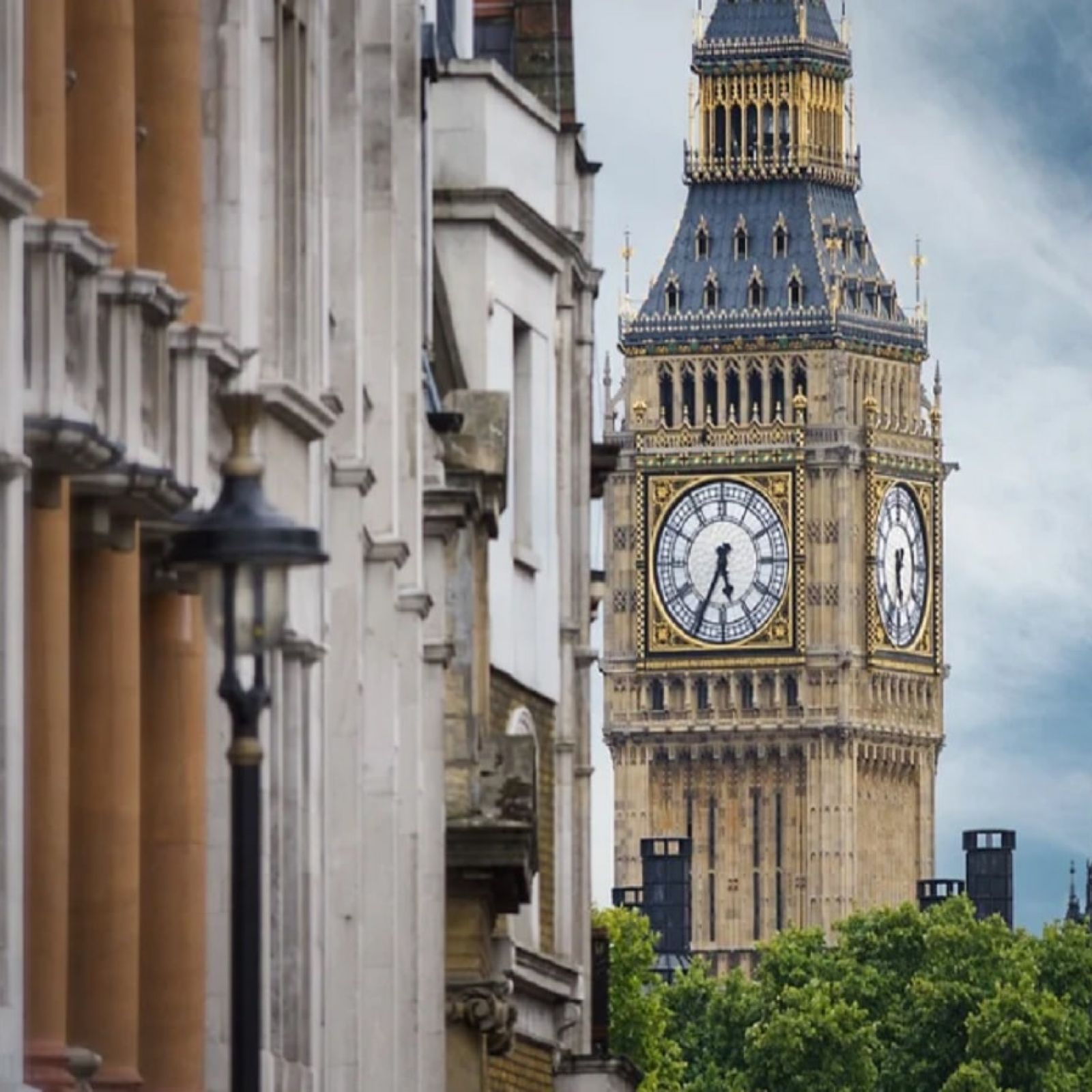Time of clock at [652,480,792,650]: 5:34
